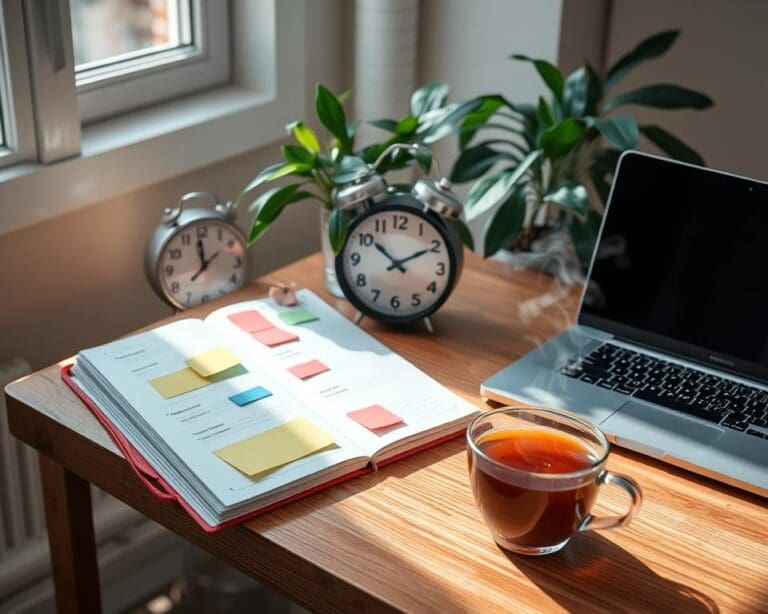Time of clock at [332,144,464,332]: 10:10
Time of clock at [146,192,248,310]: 11:59
